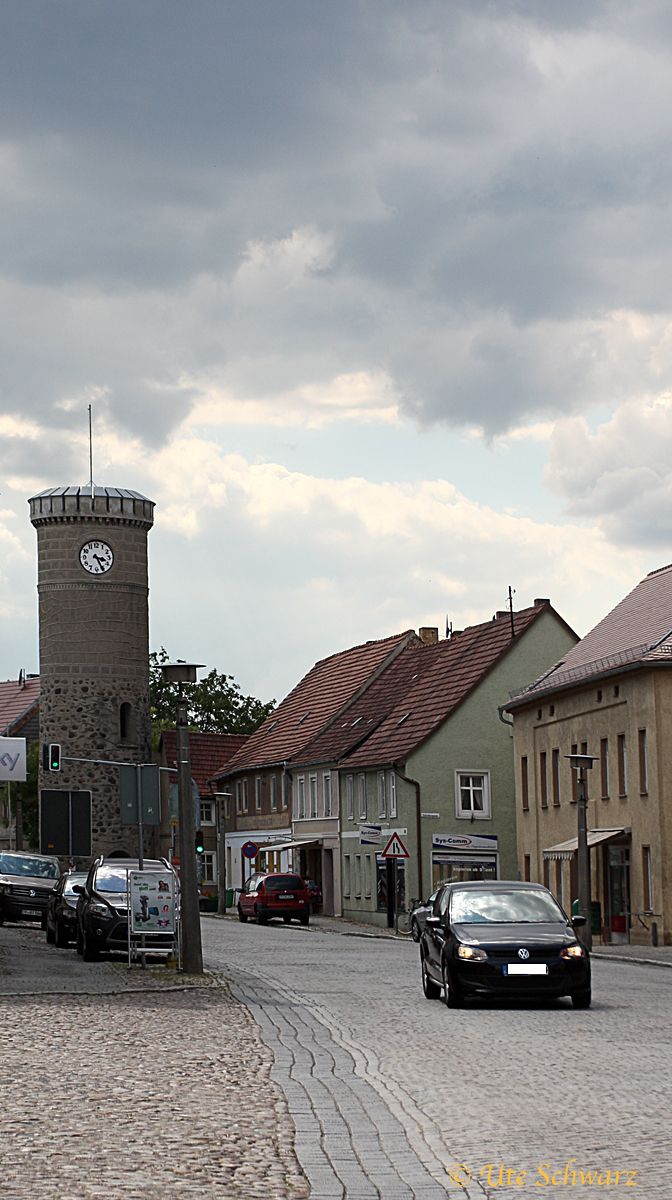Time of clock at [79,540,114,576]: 3:25
